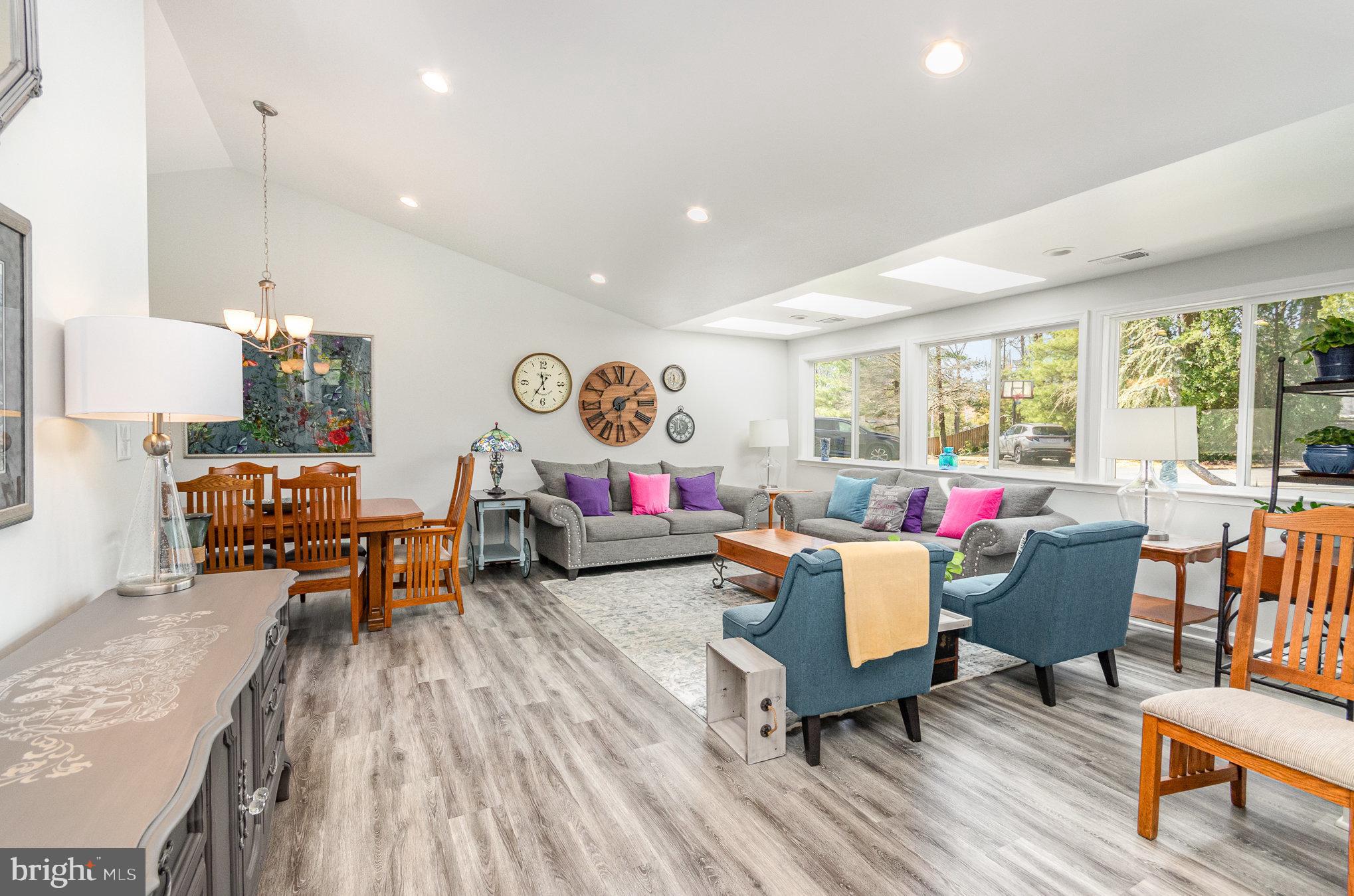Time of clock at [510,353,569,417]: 11:35
